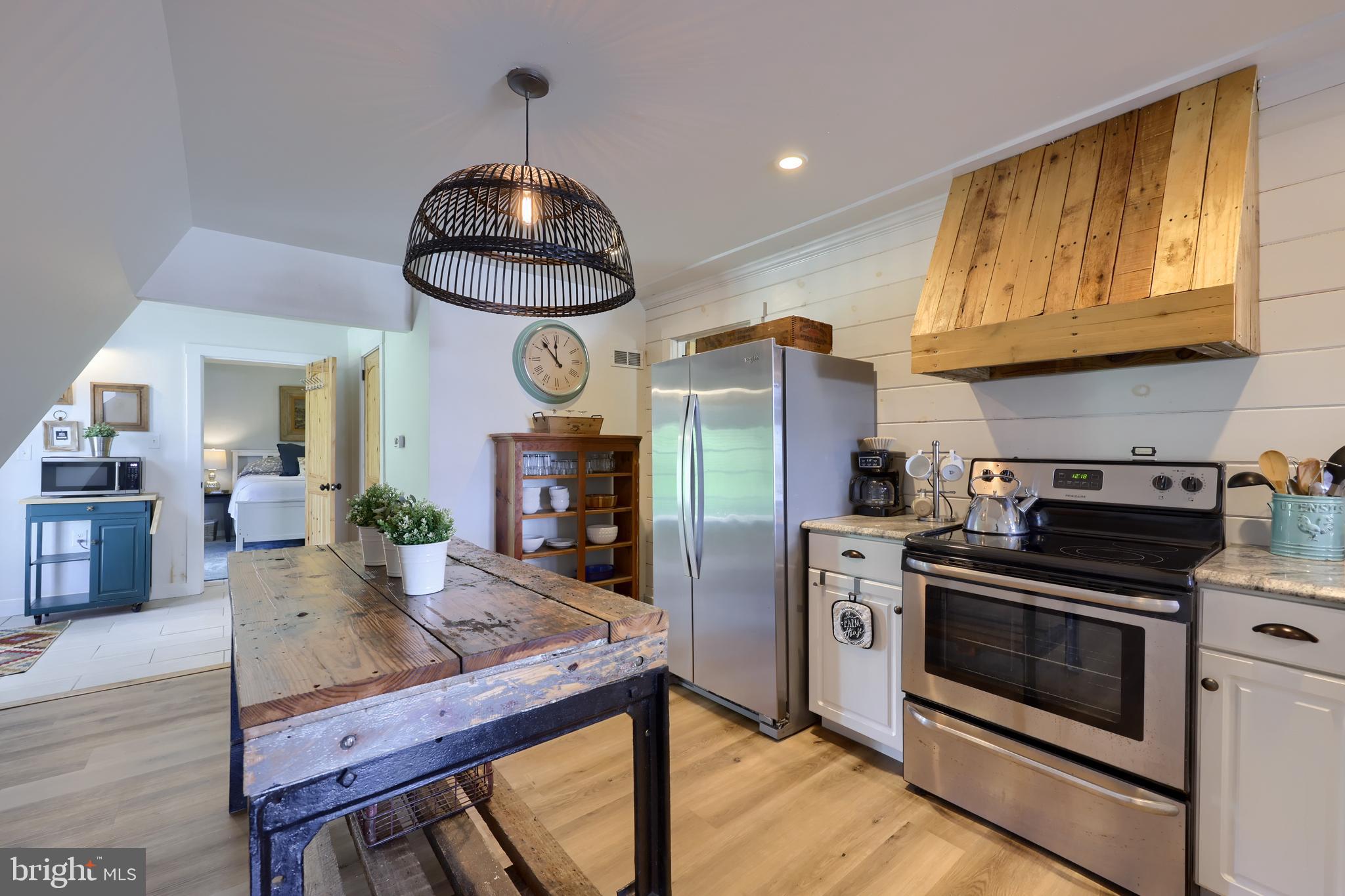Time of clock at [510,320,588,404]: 11:53
